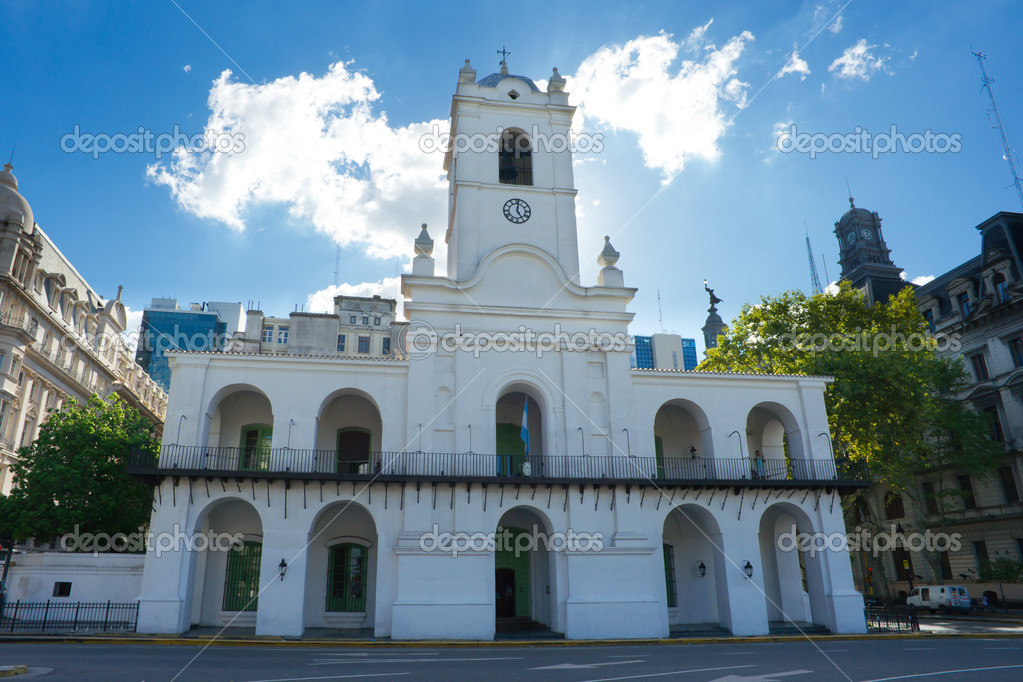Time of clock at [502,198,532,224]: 5:01
